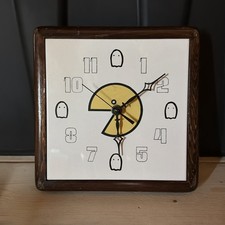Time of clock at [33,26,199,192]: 6:09
